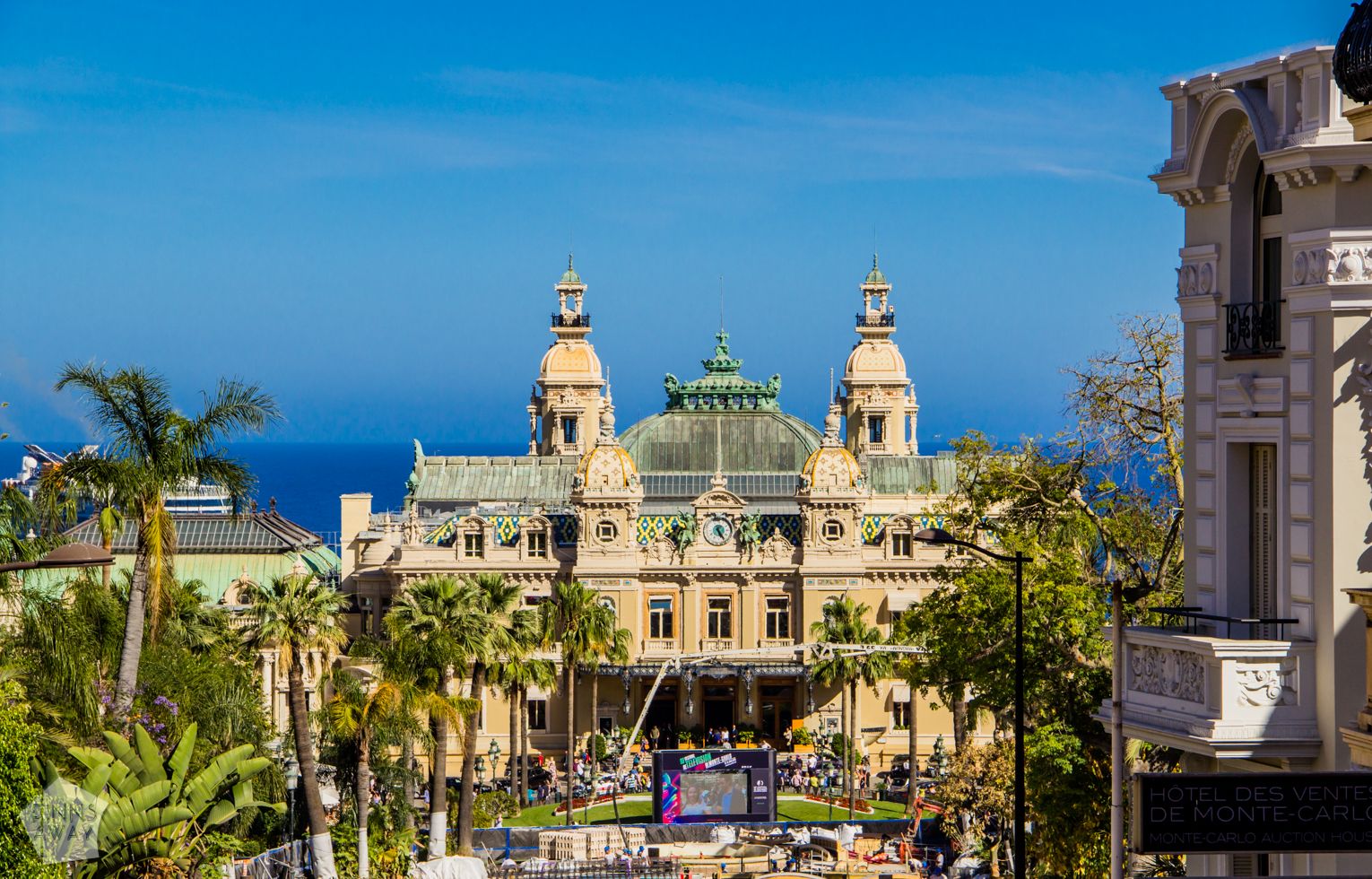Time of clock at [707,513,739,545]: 5:24
